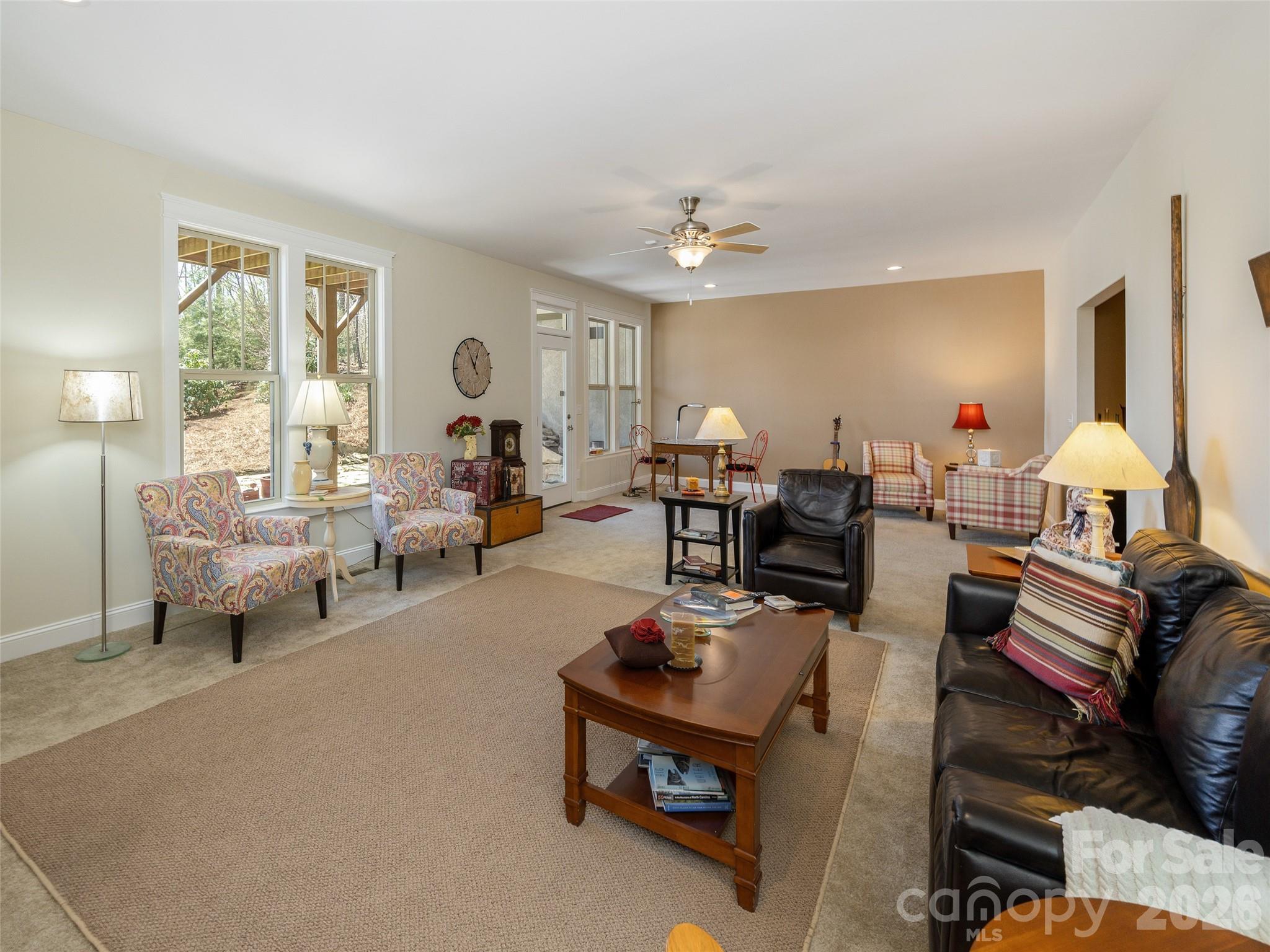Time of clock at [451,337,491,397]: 12:55
